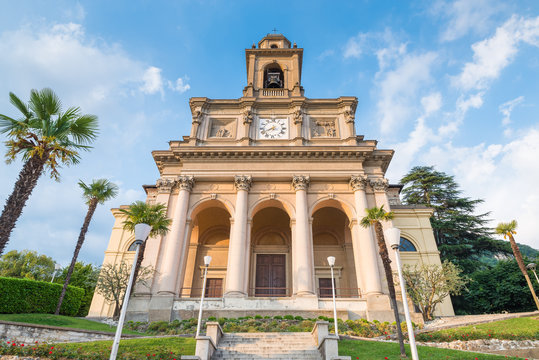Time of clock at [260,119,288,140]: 7:40
